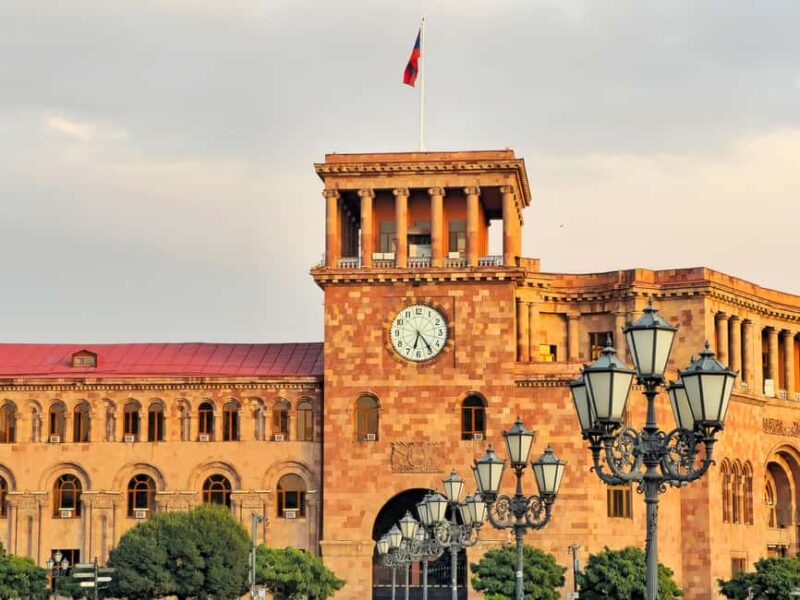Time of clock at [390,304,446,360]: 6:24
